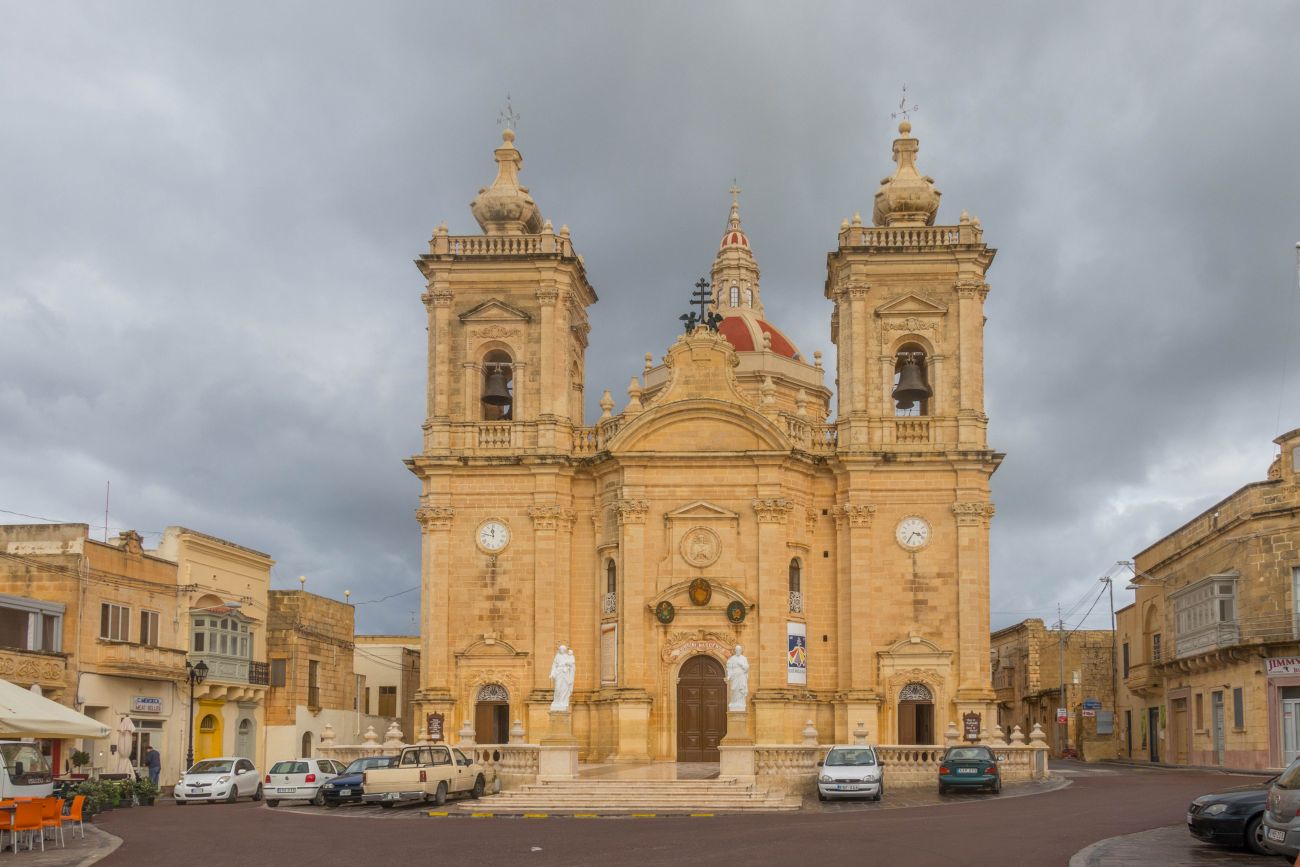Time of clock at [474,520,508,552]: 11:47
